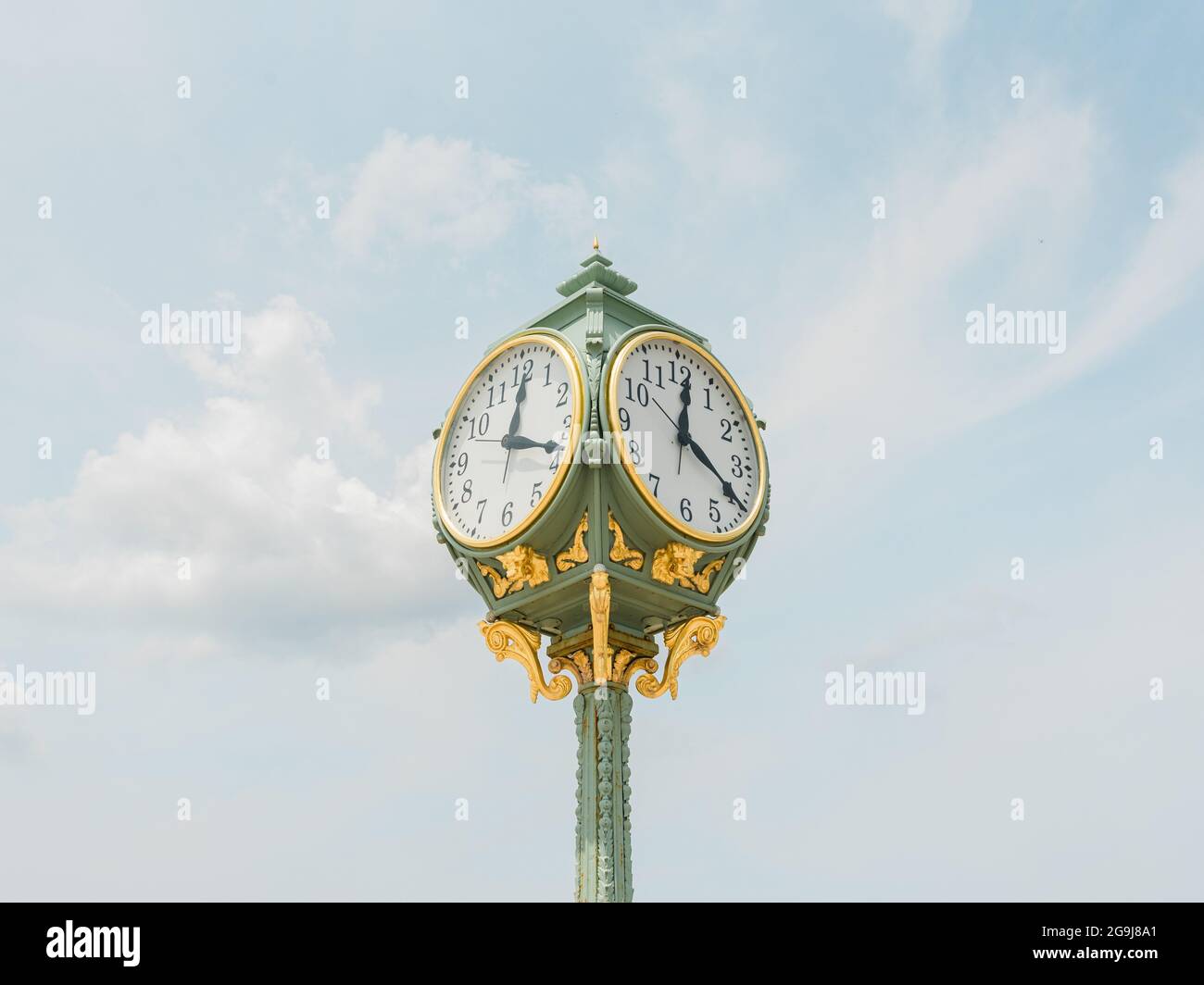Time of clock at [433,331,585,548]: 12:18
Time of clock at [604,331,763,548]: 12:19
